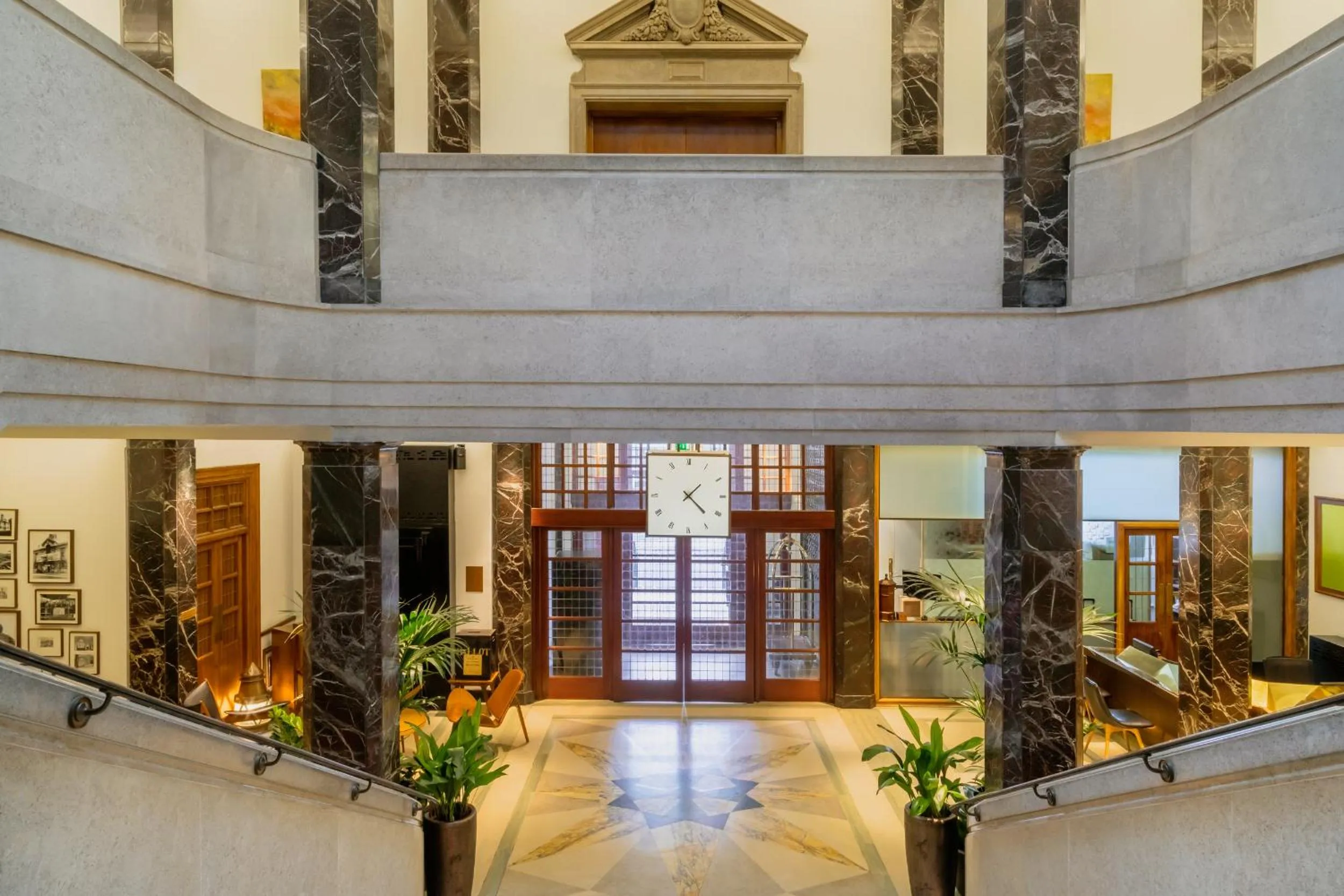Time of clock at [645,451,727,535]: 1:22
